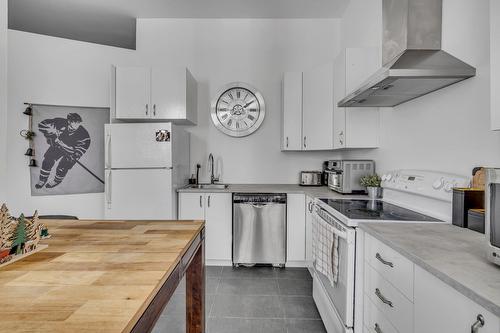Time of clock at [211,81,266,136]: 2:09
